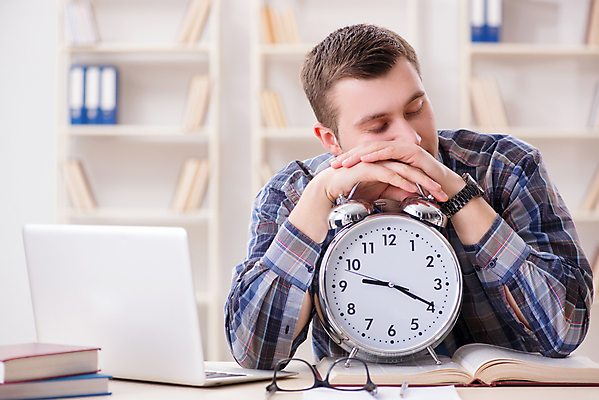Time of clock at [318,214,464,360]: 9:19
